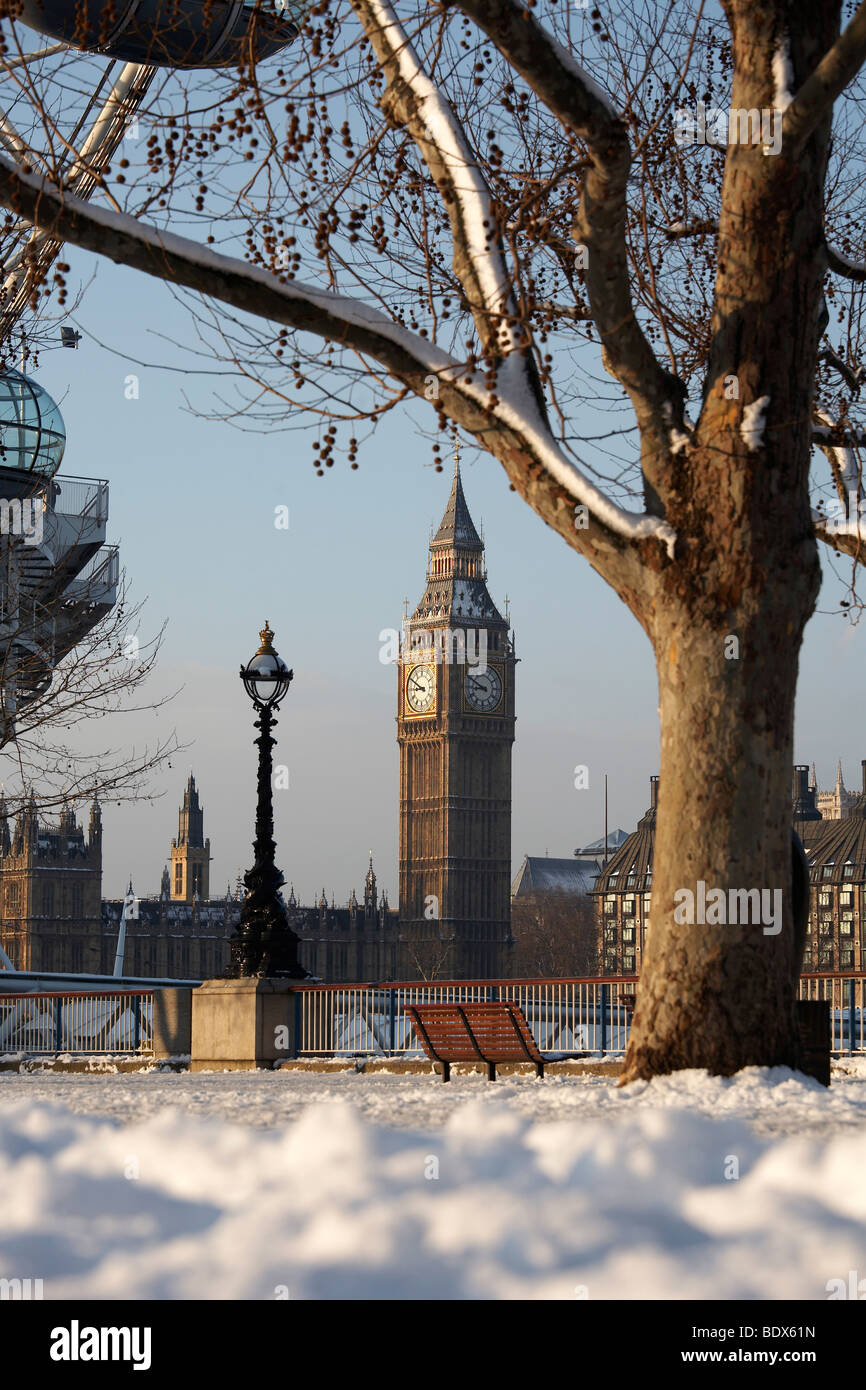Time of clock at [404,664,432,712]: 8:49
